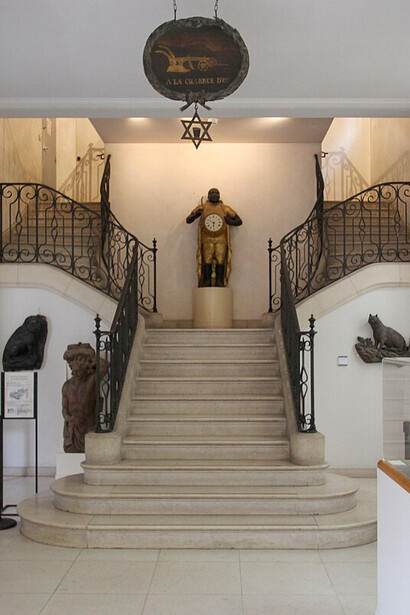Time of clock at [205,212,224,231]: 5:49
